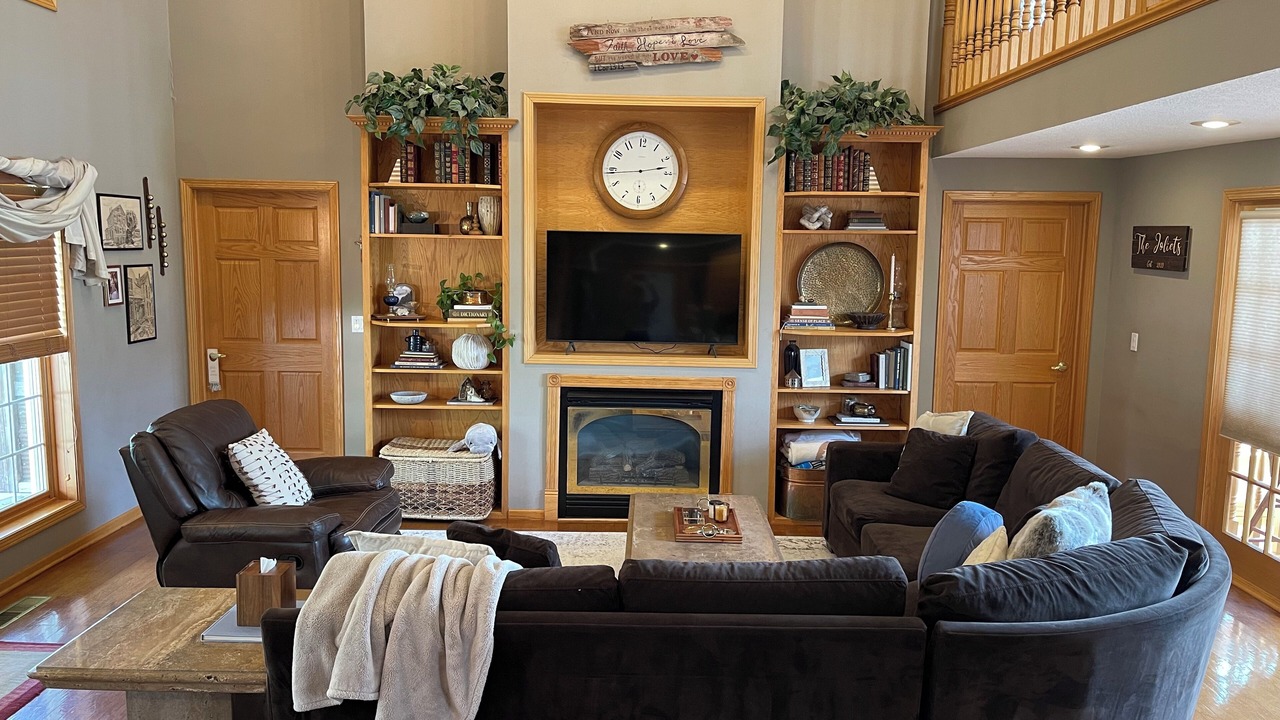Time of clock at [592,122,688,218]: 2:44
